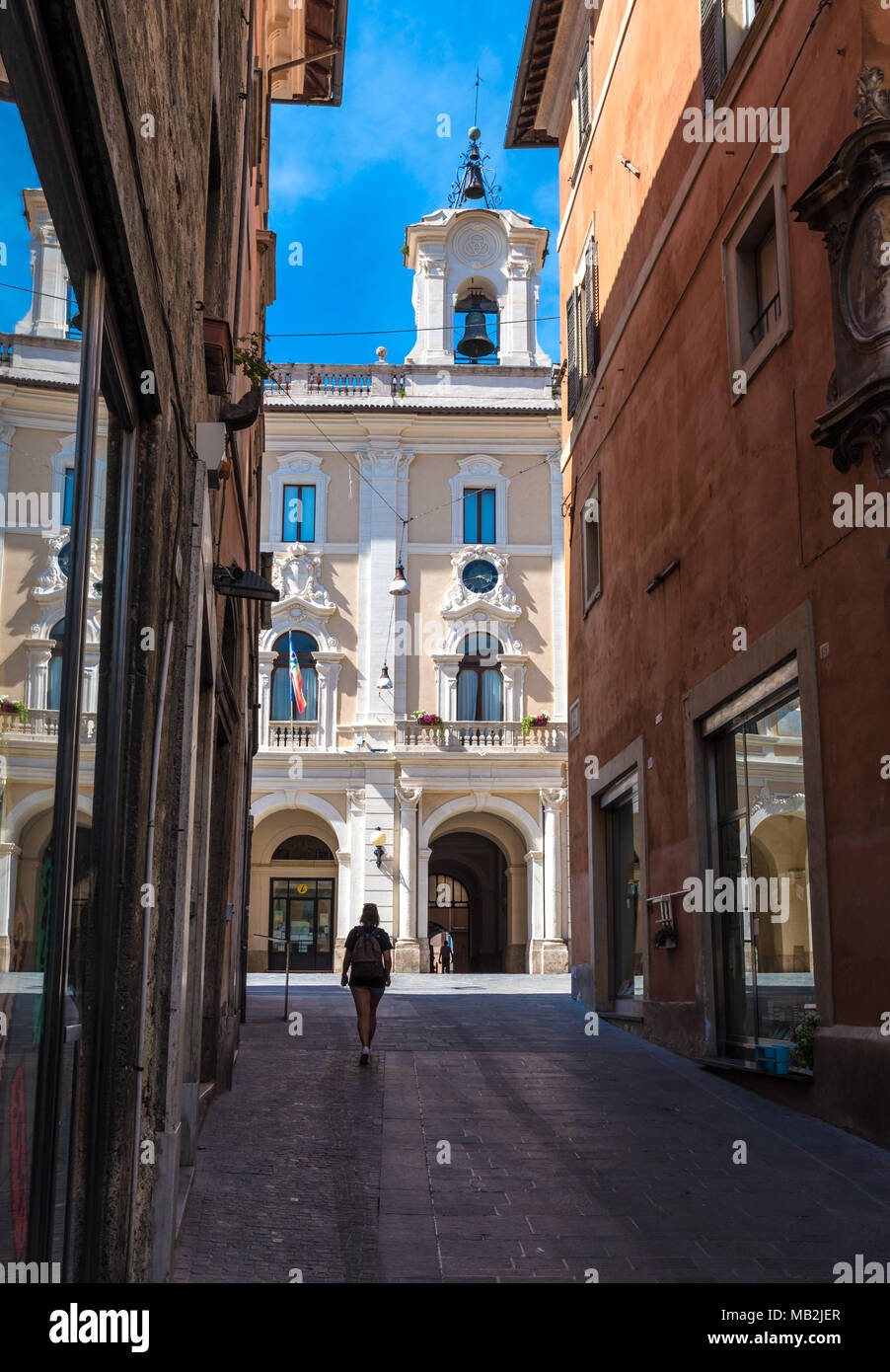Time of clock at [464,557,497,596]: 3:43
